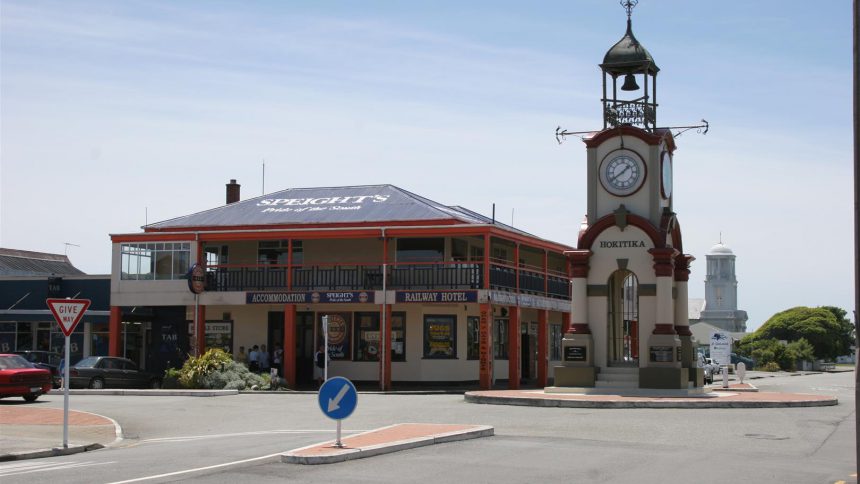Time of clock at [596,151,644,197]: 1:39
